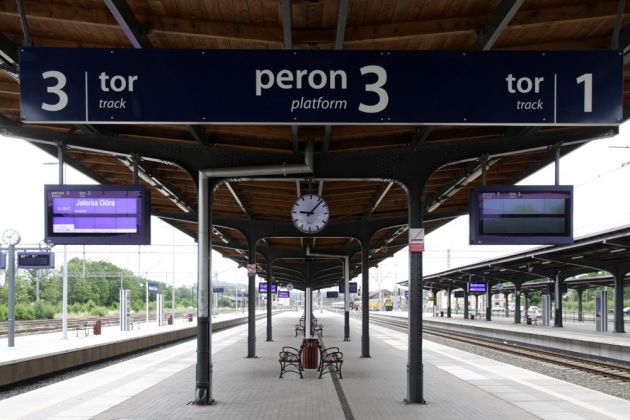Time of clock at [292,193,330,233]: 9:07
